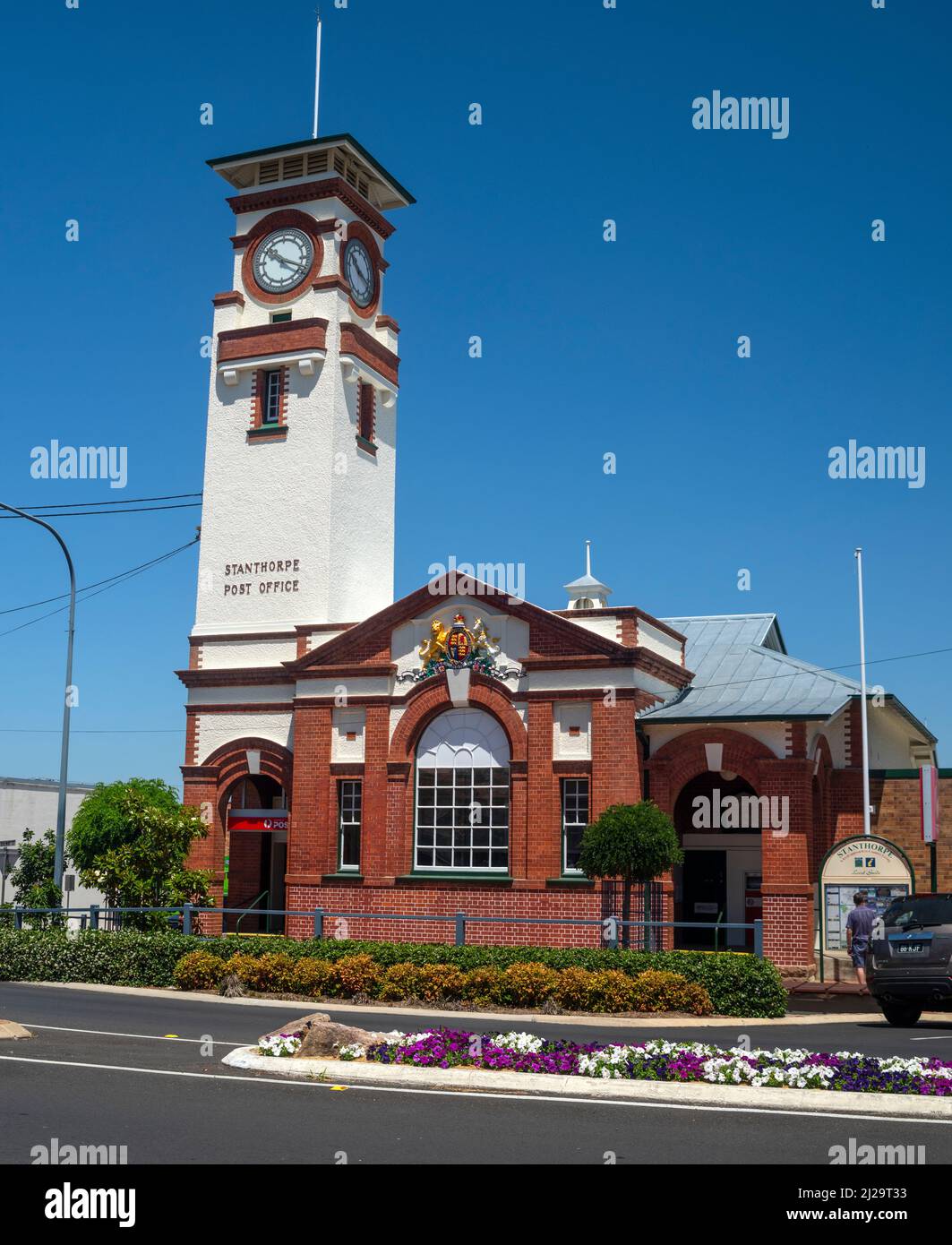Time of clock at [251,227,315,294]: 10:18
